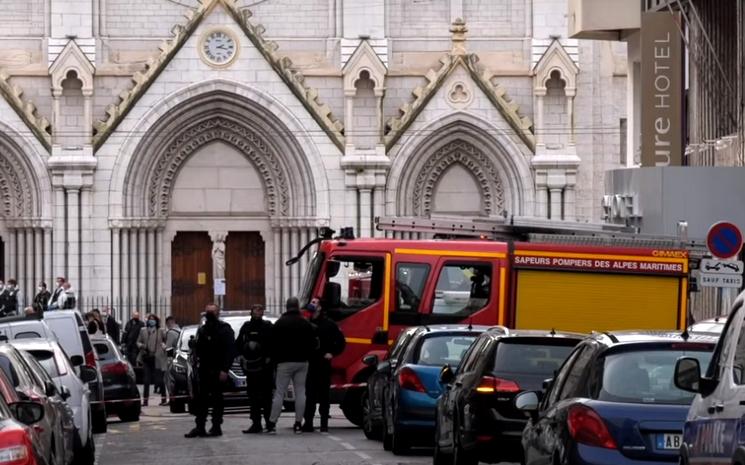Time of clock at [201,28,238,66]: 2:17
